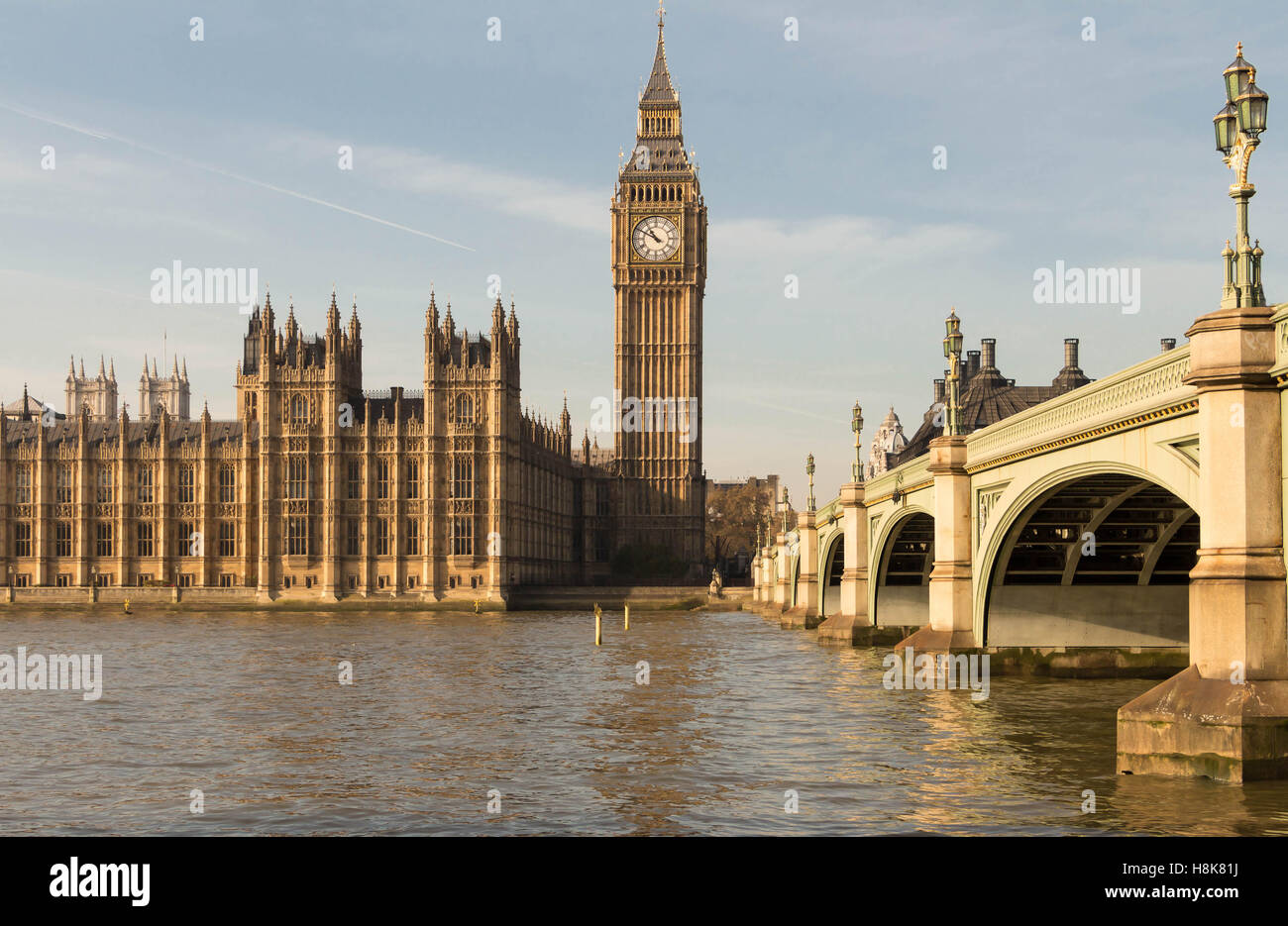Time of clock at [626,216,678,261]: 10:49
